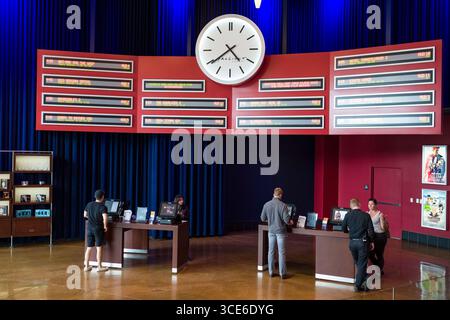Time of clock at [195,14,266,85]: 4:39
